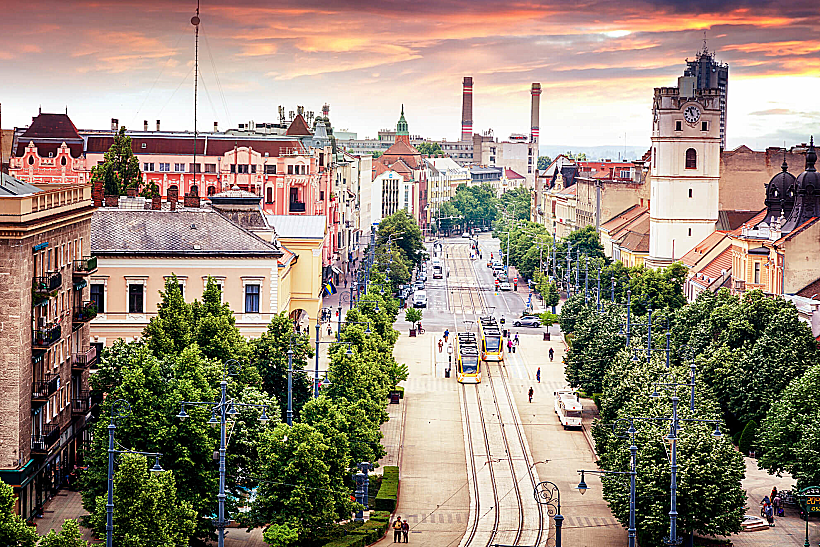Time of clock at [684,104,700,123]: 10:56
